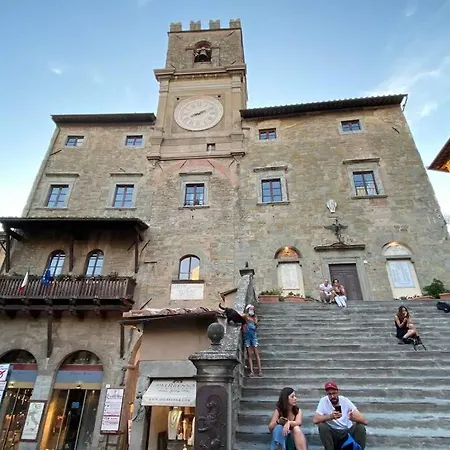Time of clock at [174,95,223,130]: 8:09
